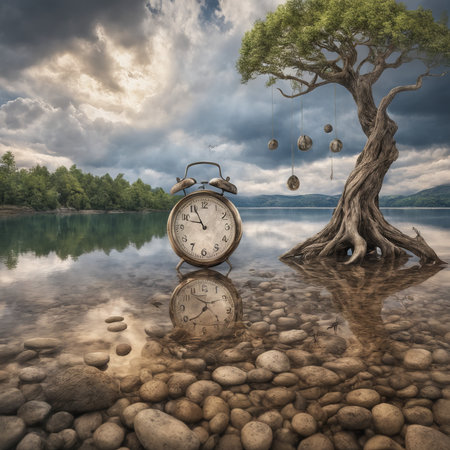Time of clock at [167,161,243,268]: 9:55
